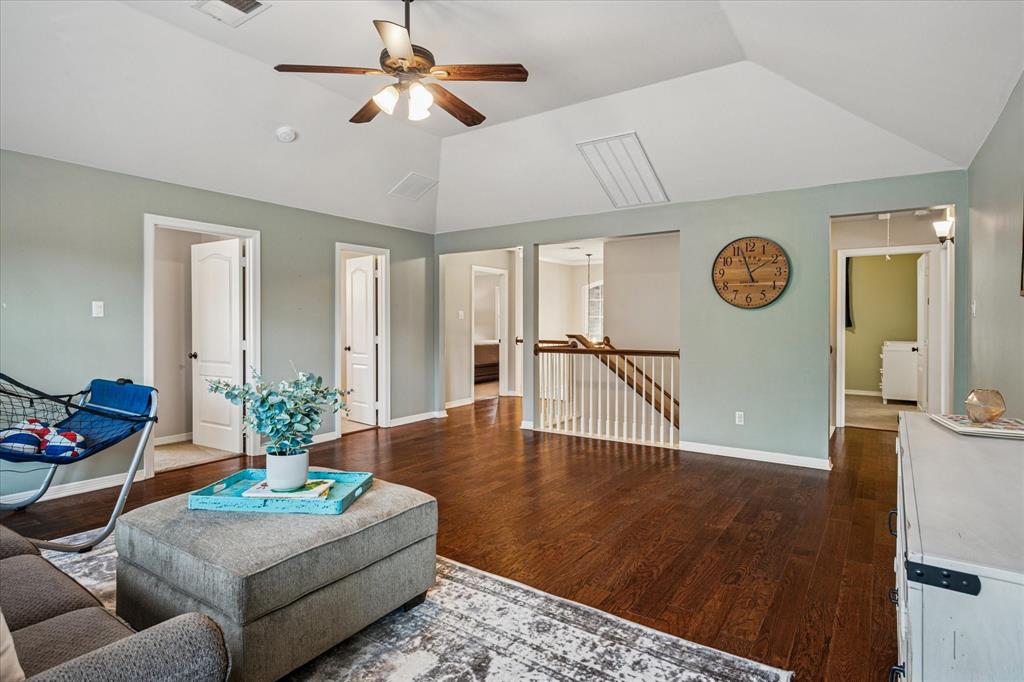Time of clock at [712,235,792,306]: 1:56
